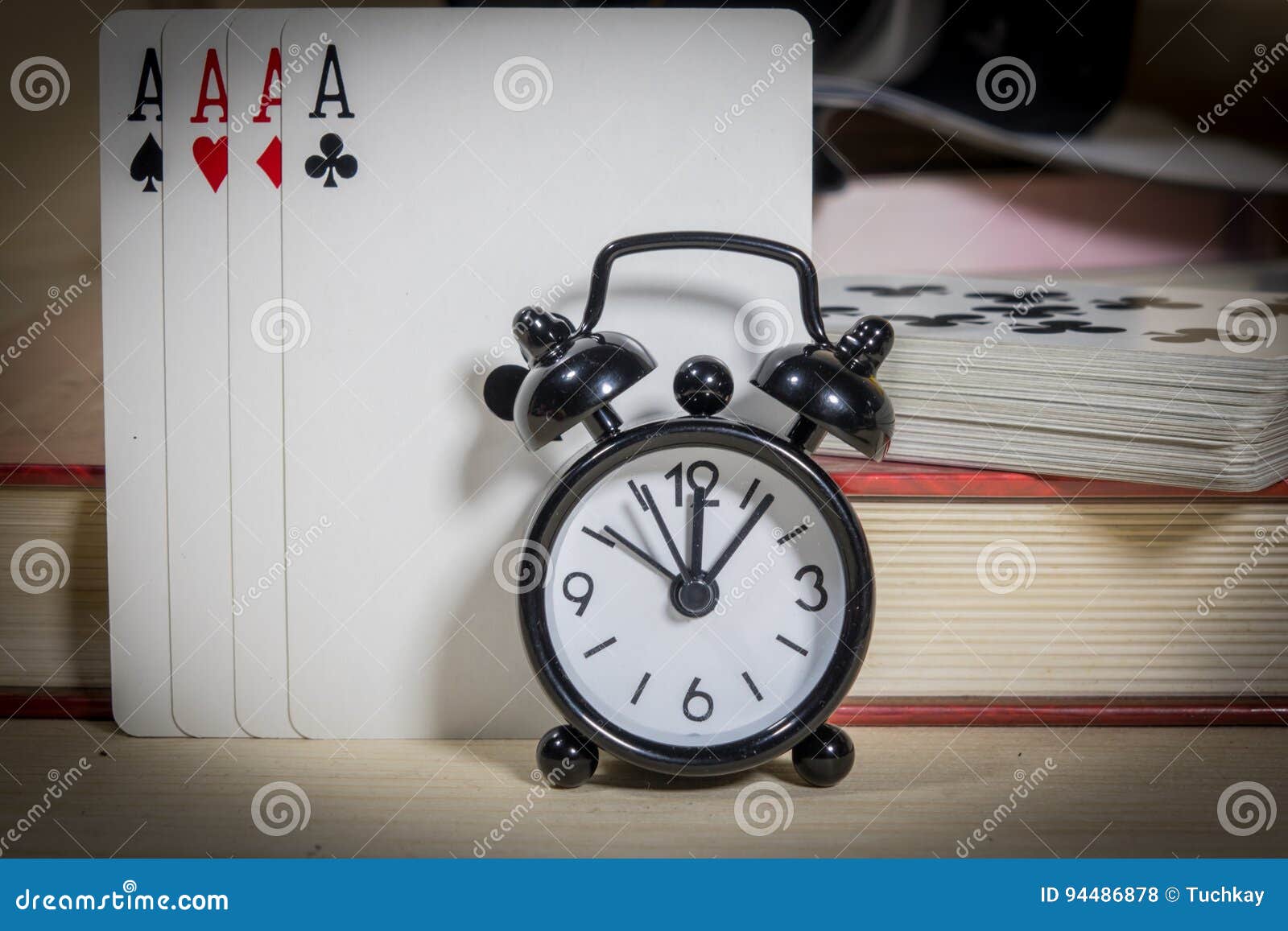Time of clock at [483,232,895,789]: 12:06
